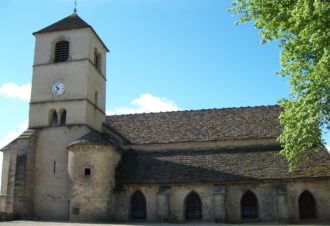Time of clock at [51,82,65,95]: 10:36
